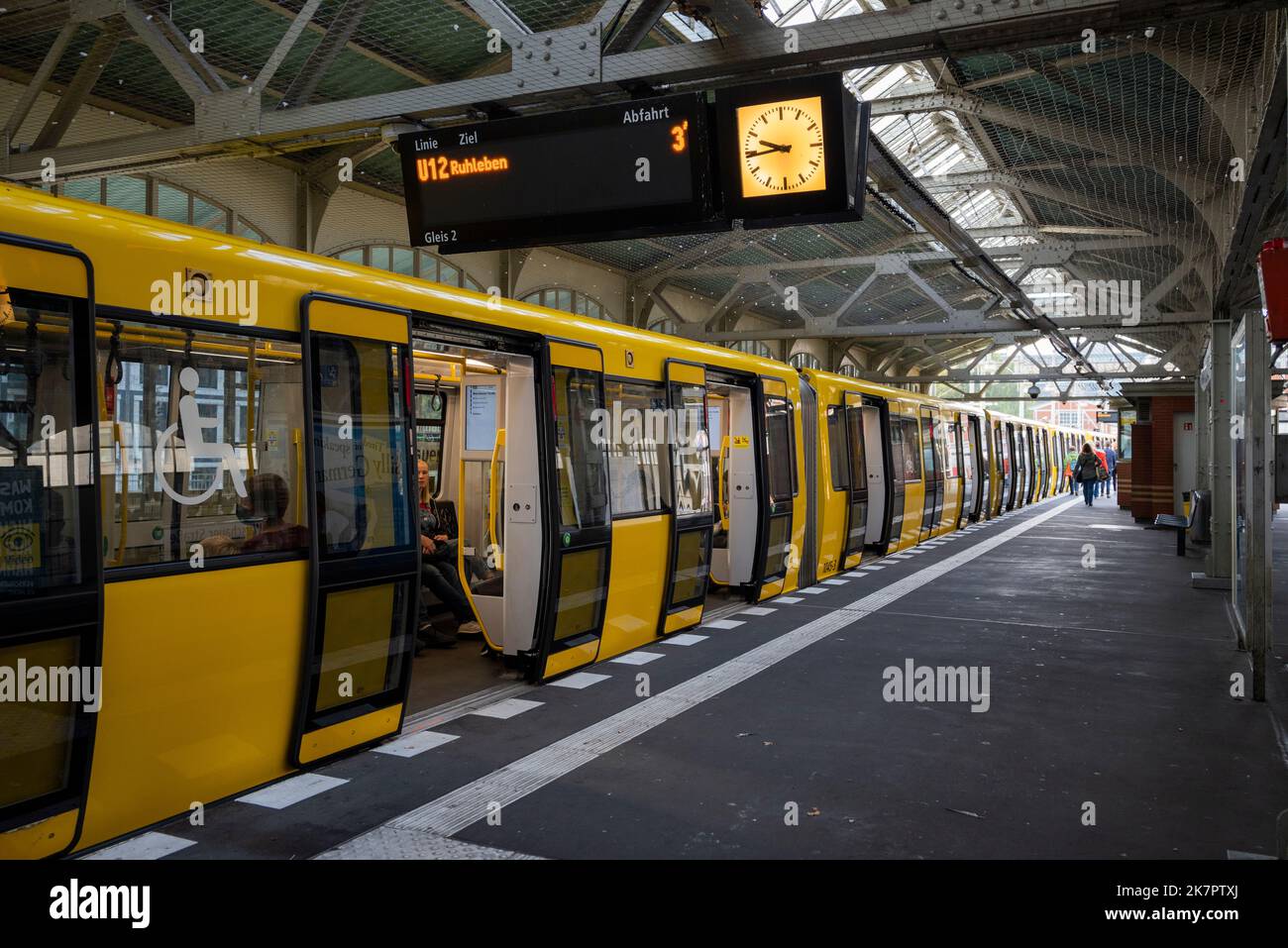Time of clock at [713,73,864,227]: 9:44
